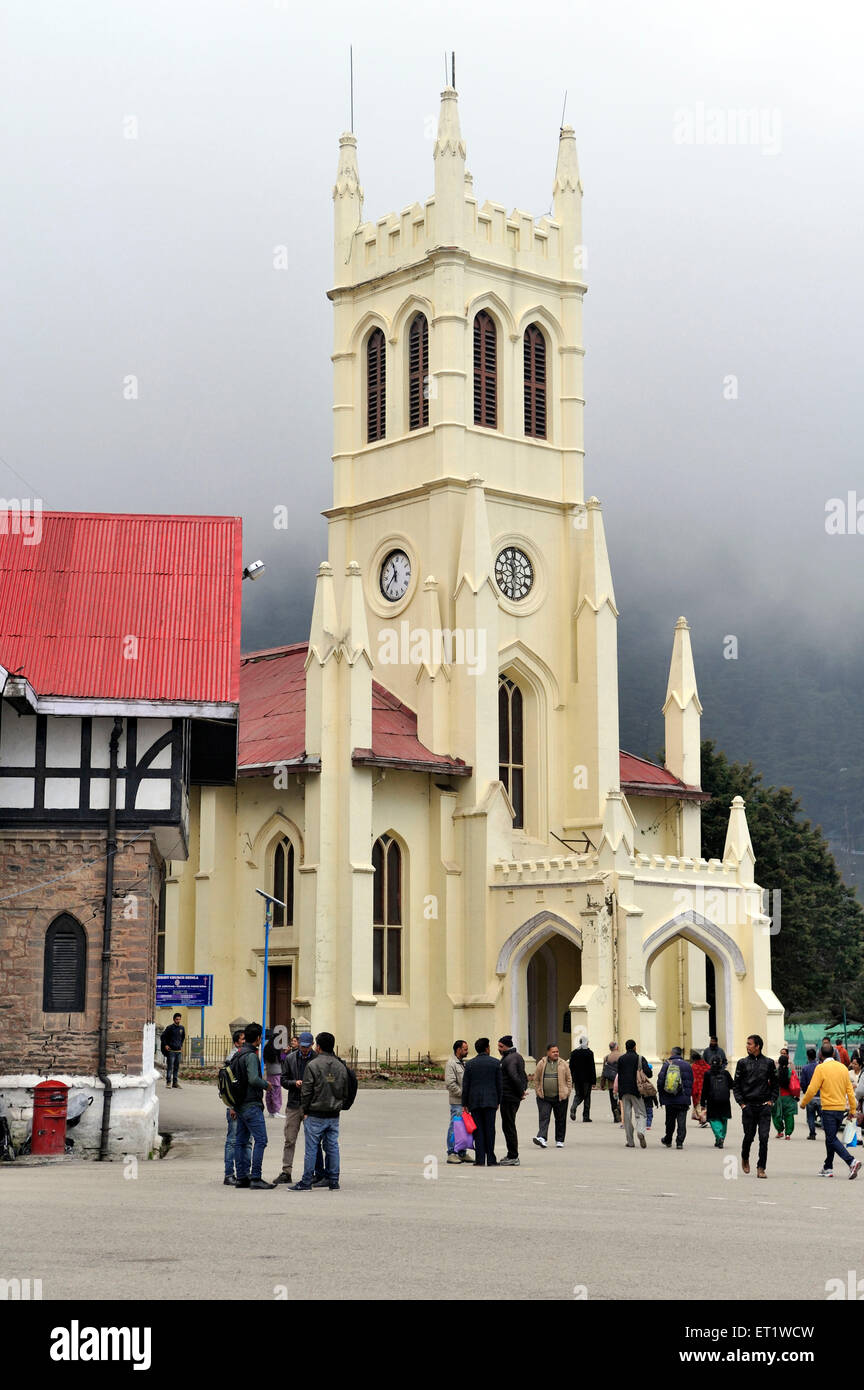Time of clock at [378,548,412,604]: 11:37
